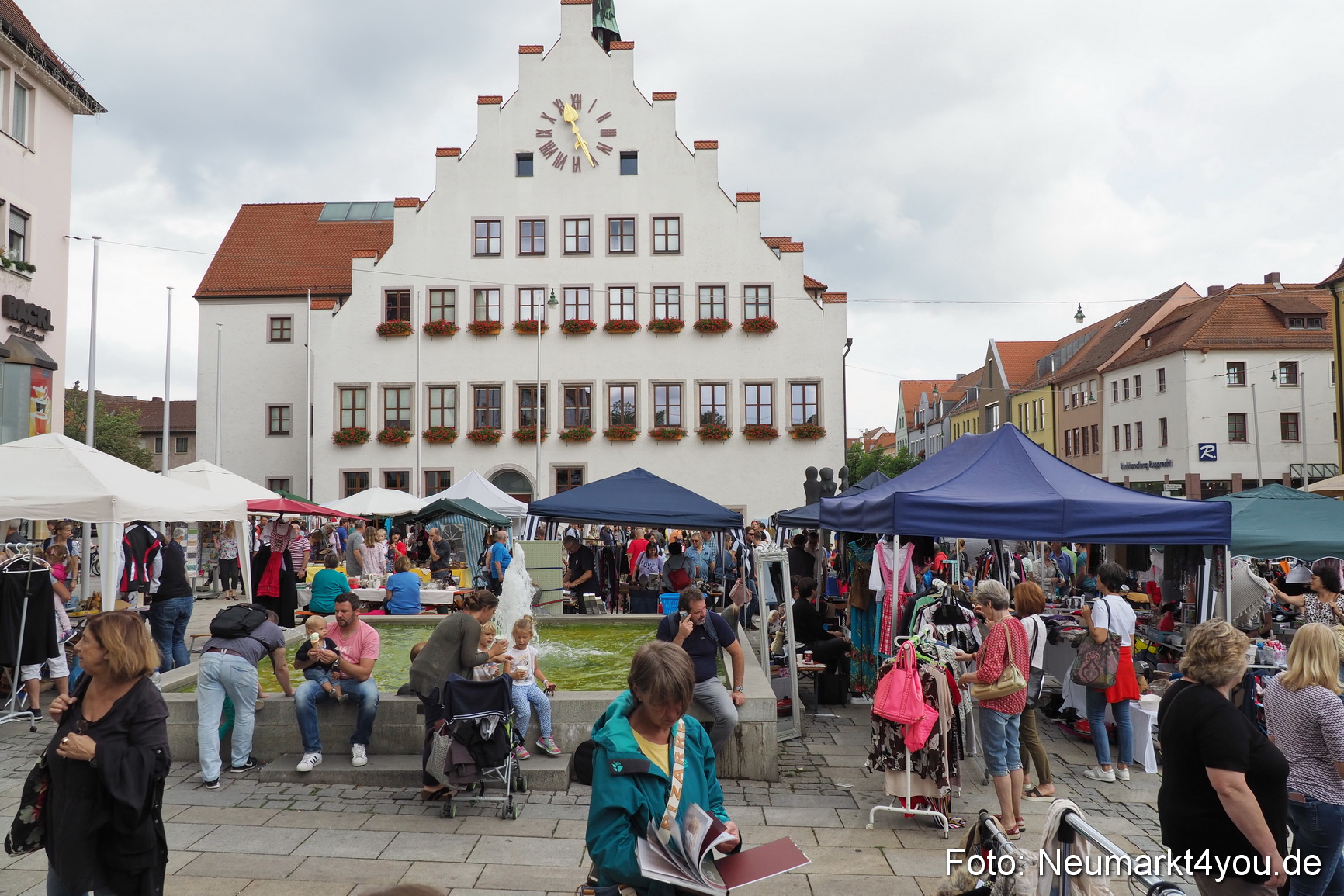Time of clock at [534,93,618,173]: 11:25
